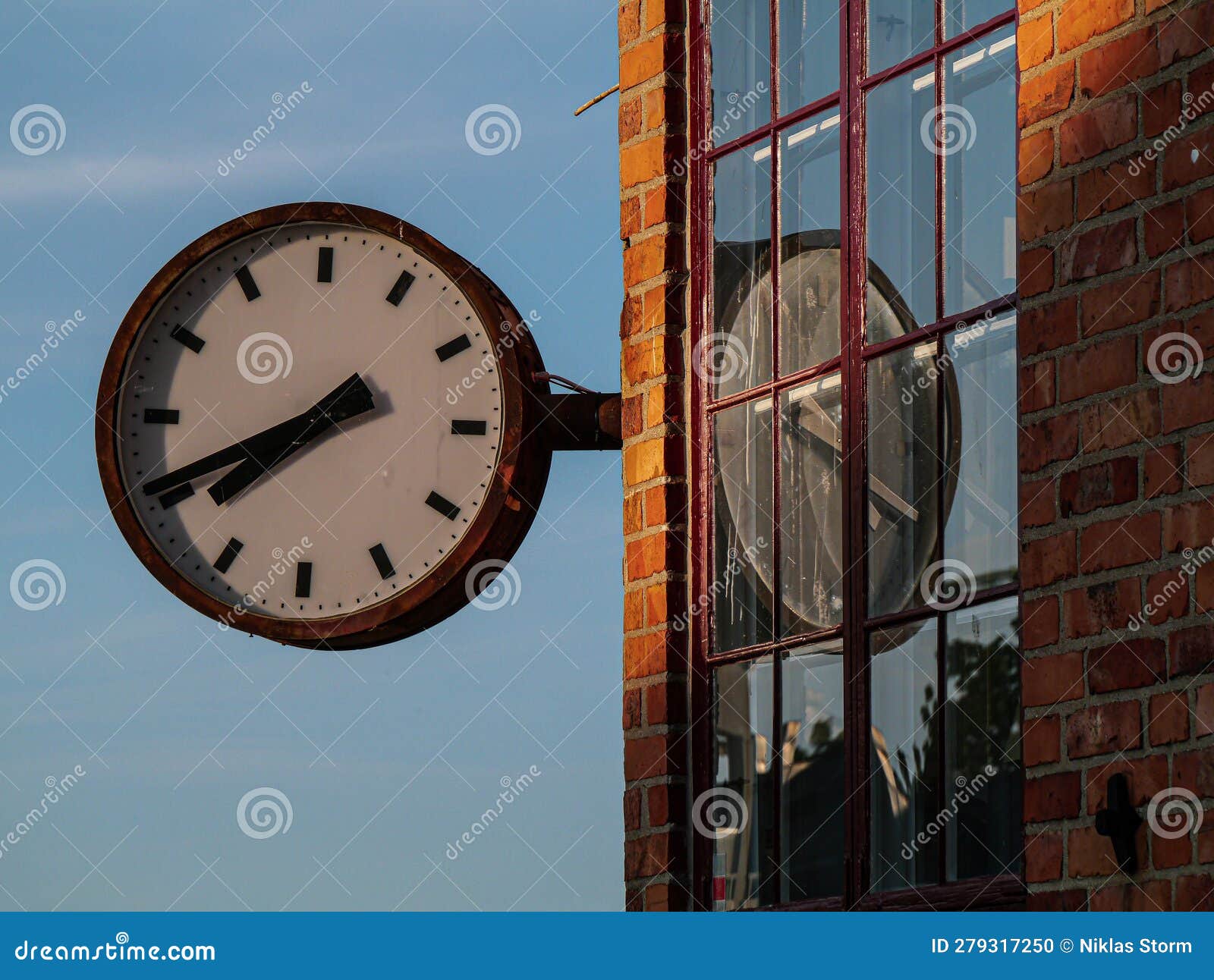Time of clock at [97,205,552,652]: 7:40
